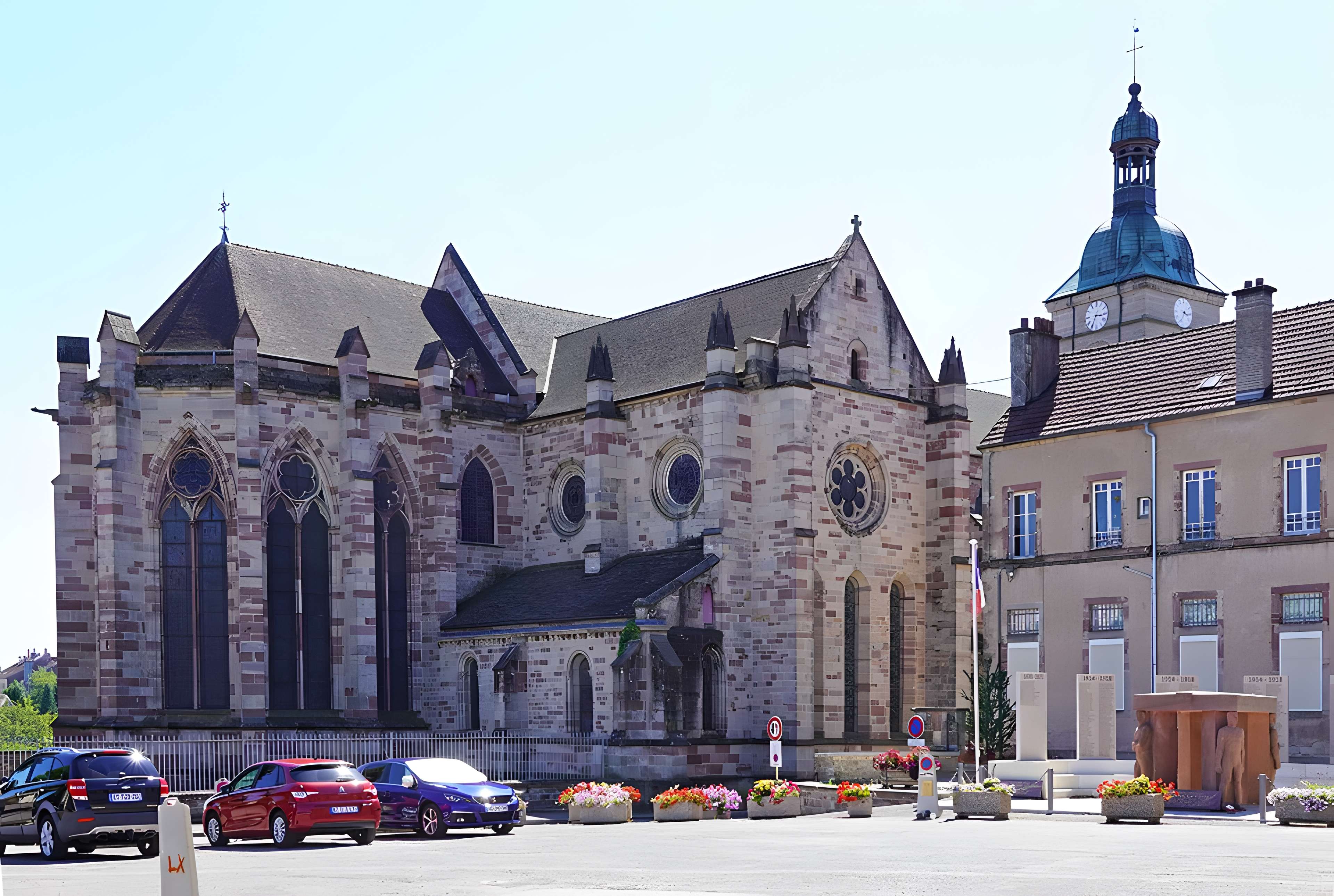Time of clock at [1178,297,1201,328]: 3:34
